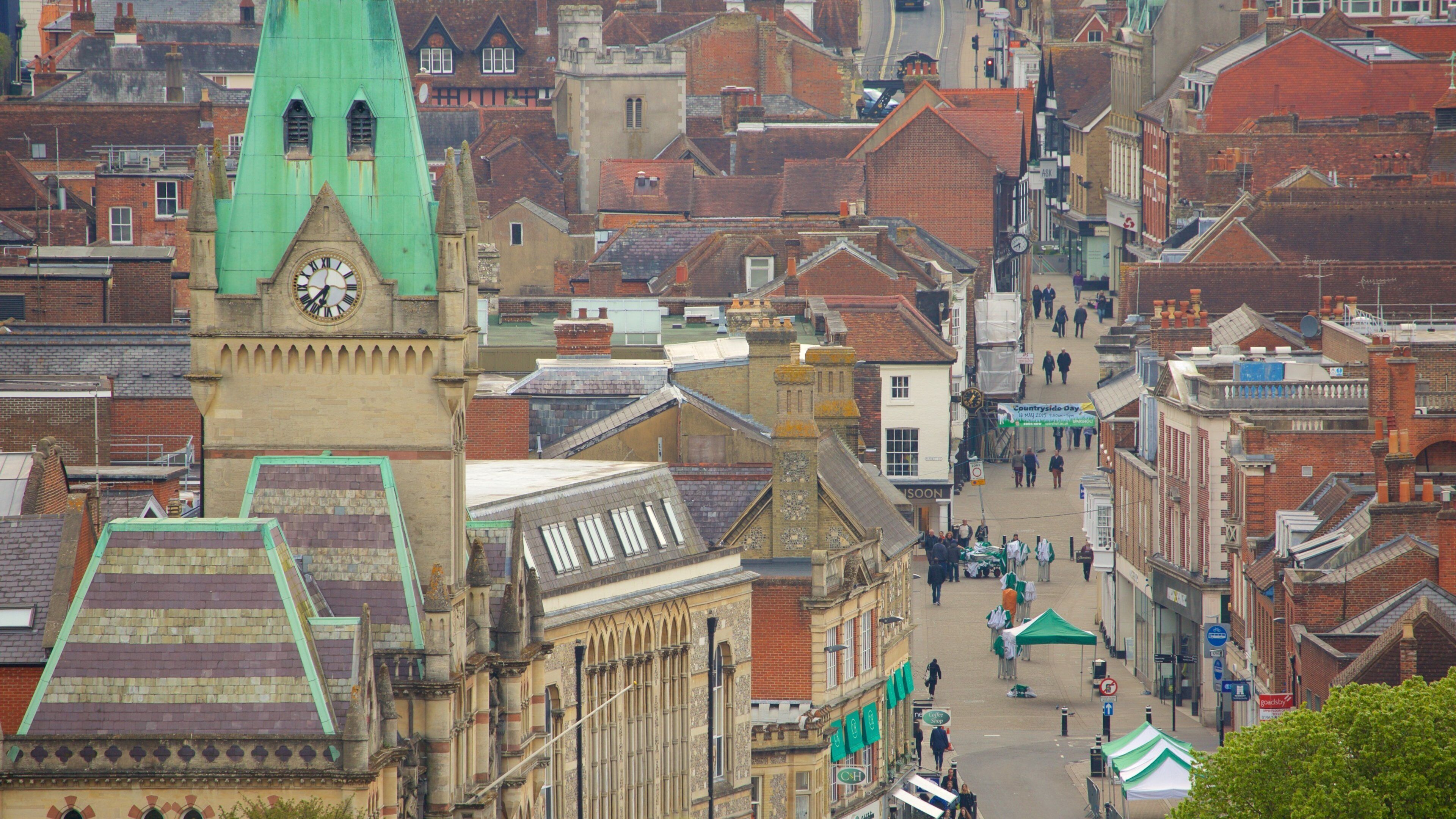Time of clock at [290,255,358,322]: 6:37
